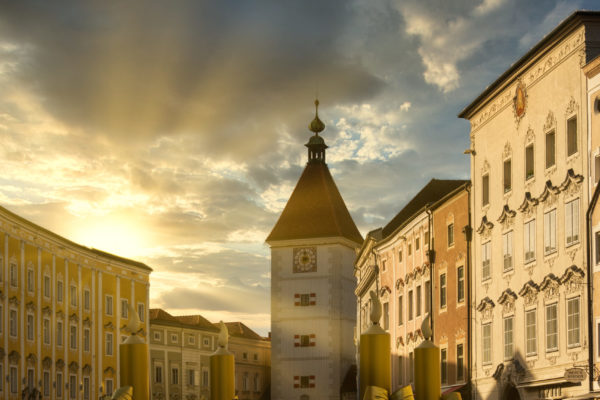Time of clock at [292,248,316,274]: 5:59
